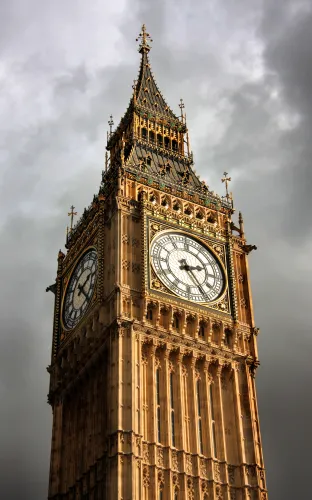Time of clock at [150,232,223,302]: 2:24
